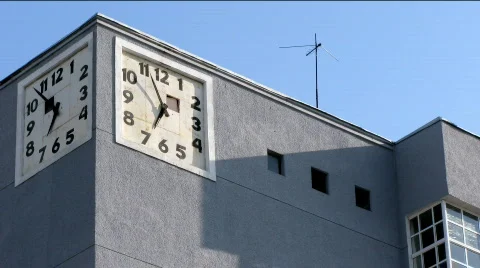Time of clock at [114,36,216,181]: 6:56
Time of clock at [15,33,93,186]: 6:53
